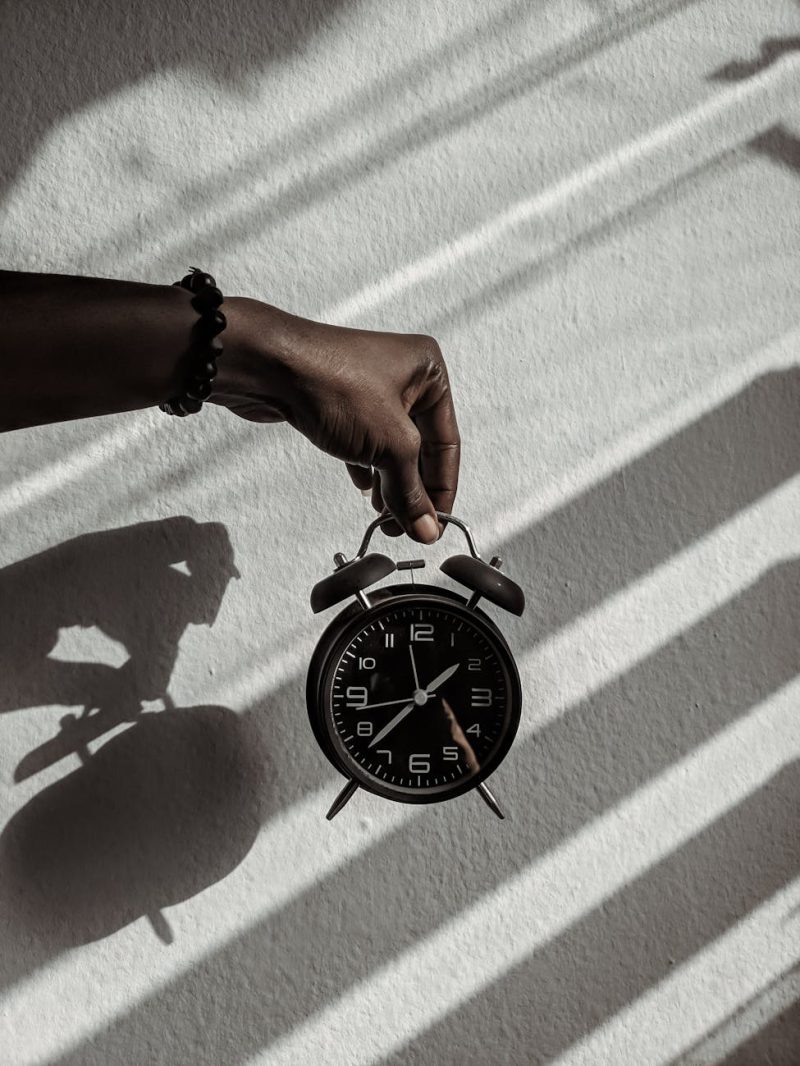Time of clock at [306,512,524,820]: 1:37
